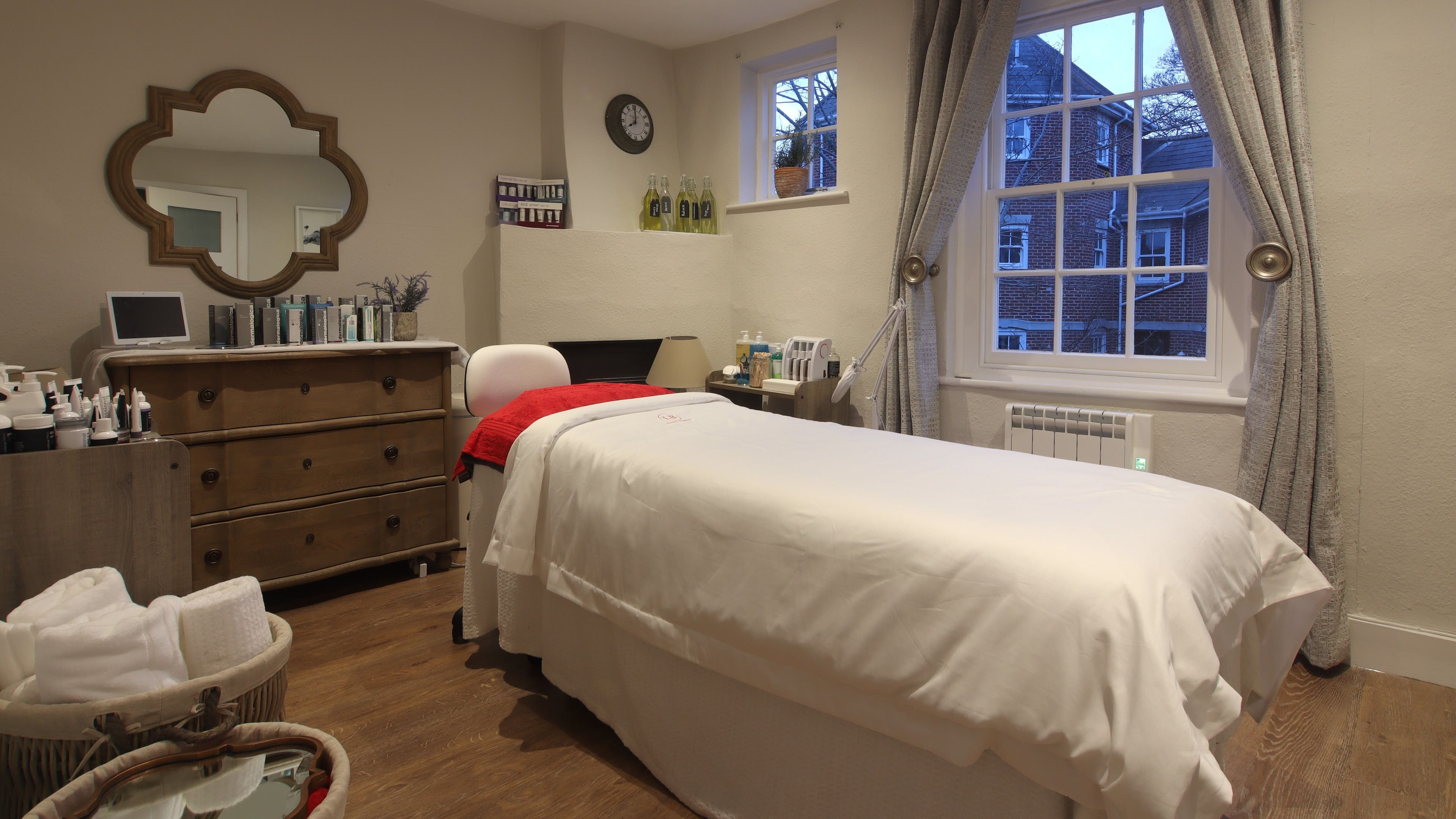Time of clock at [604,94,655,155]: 8:00
